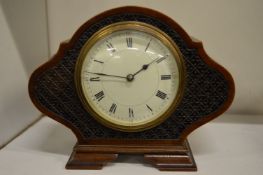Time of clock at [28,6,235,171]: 1:46
